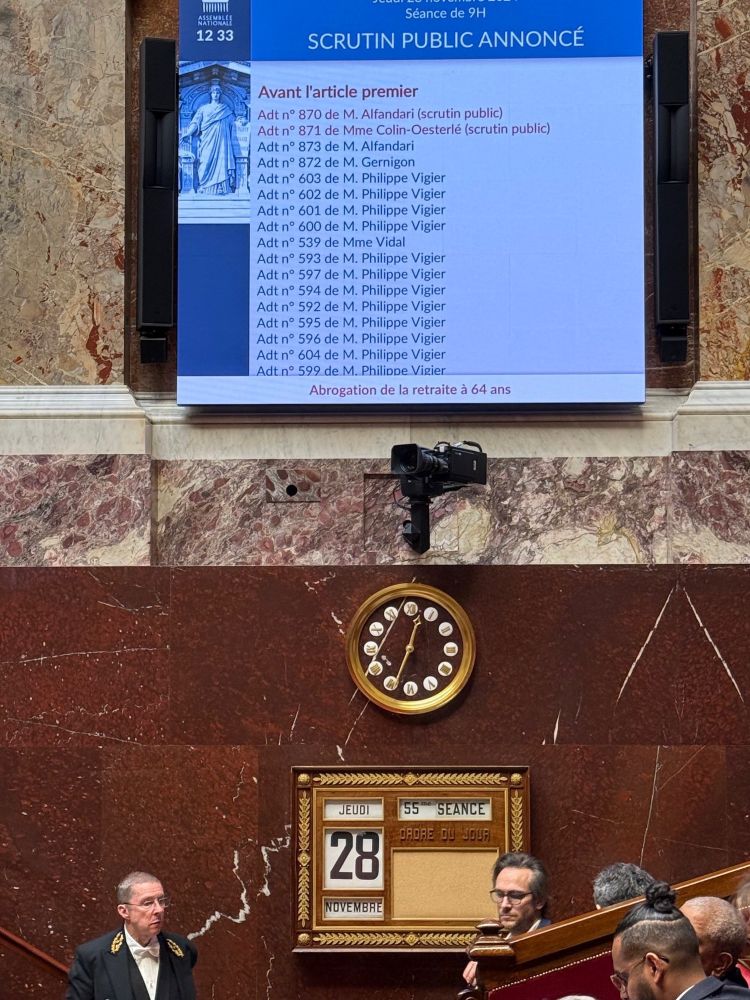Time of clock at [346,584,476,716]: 12:33
